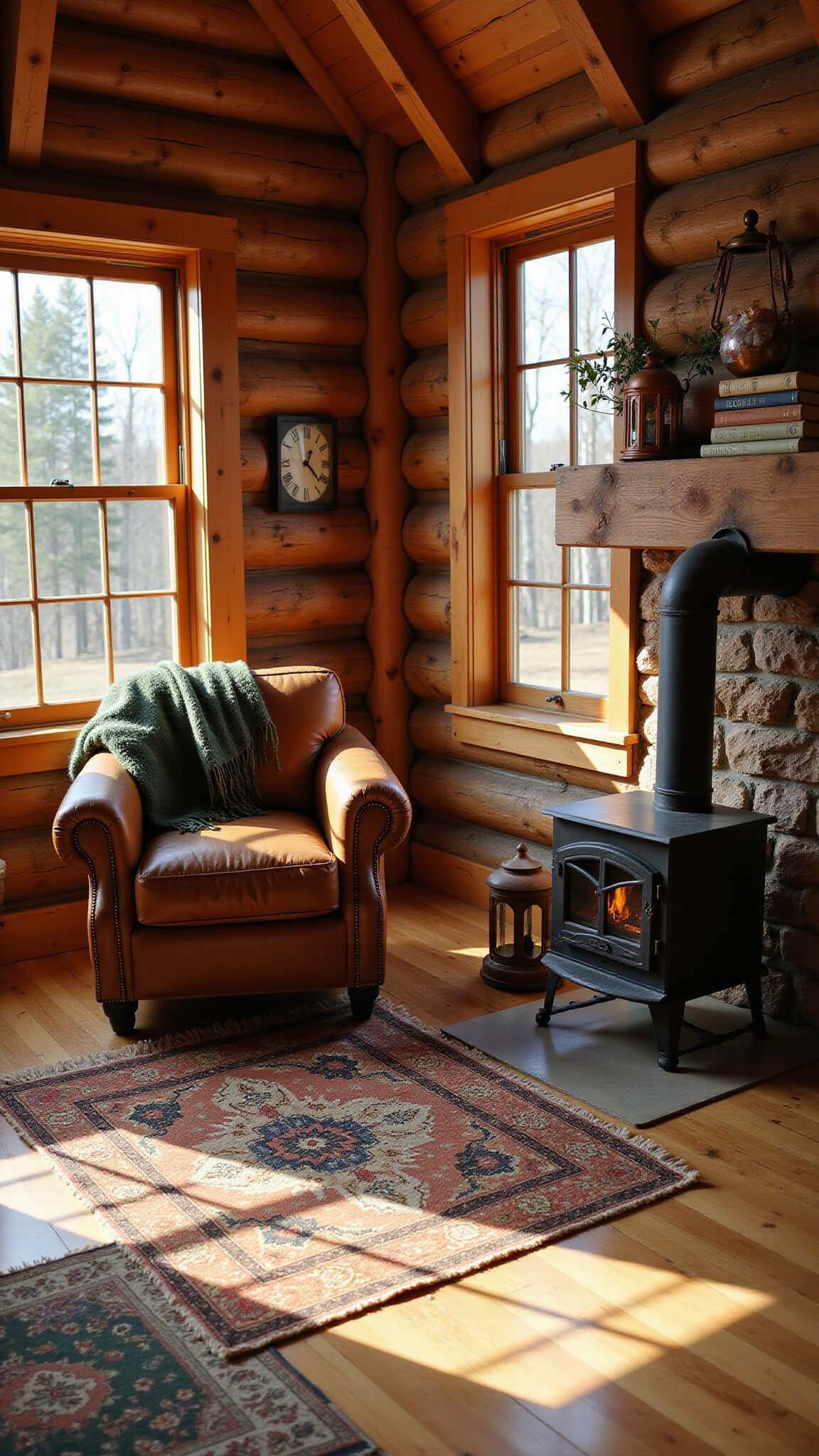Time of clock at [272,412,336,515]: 1:21
